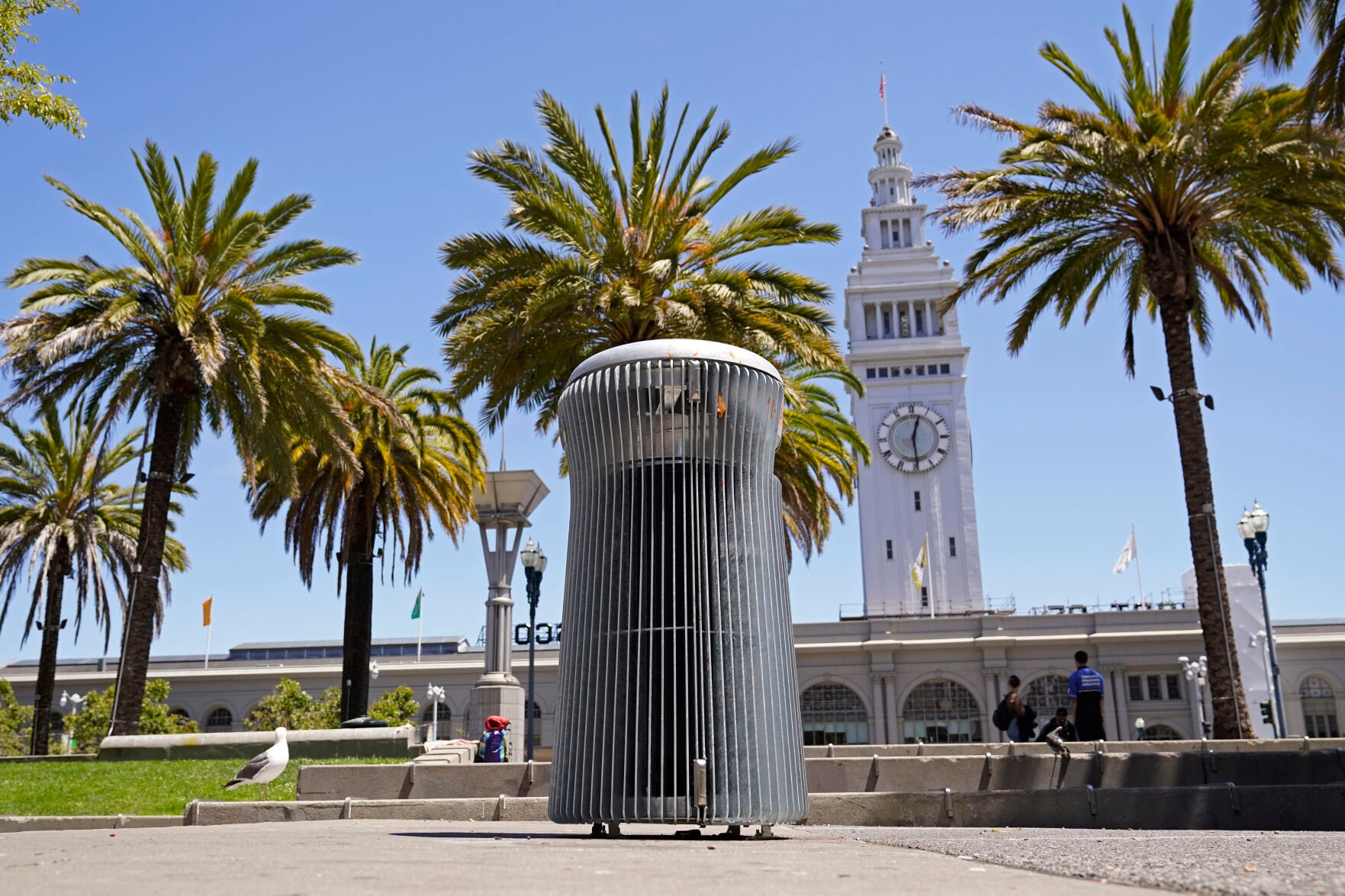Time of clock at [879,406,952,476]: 12:29
